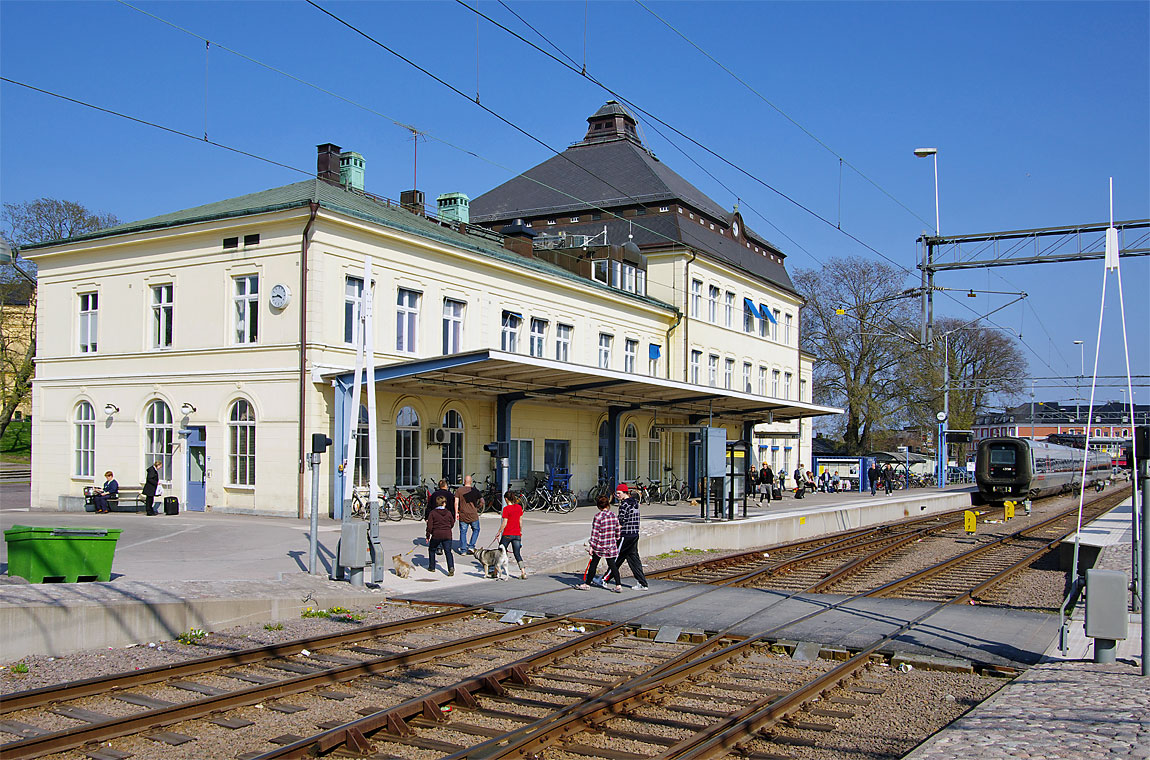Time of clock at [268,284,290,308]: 3:44
